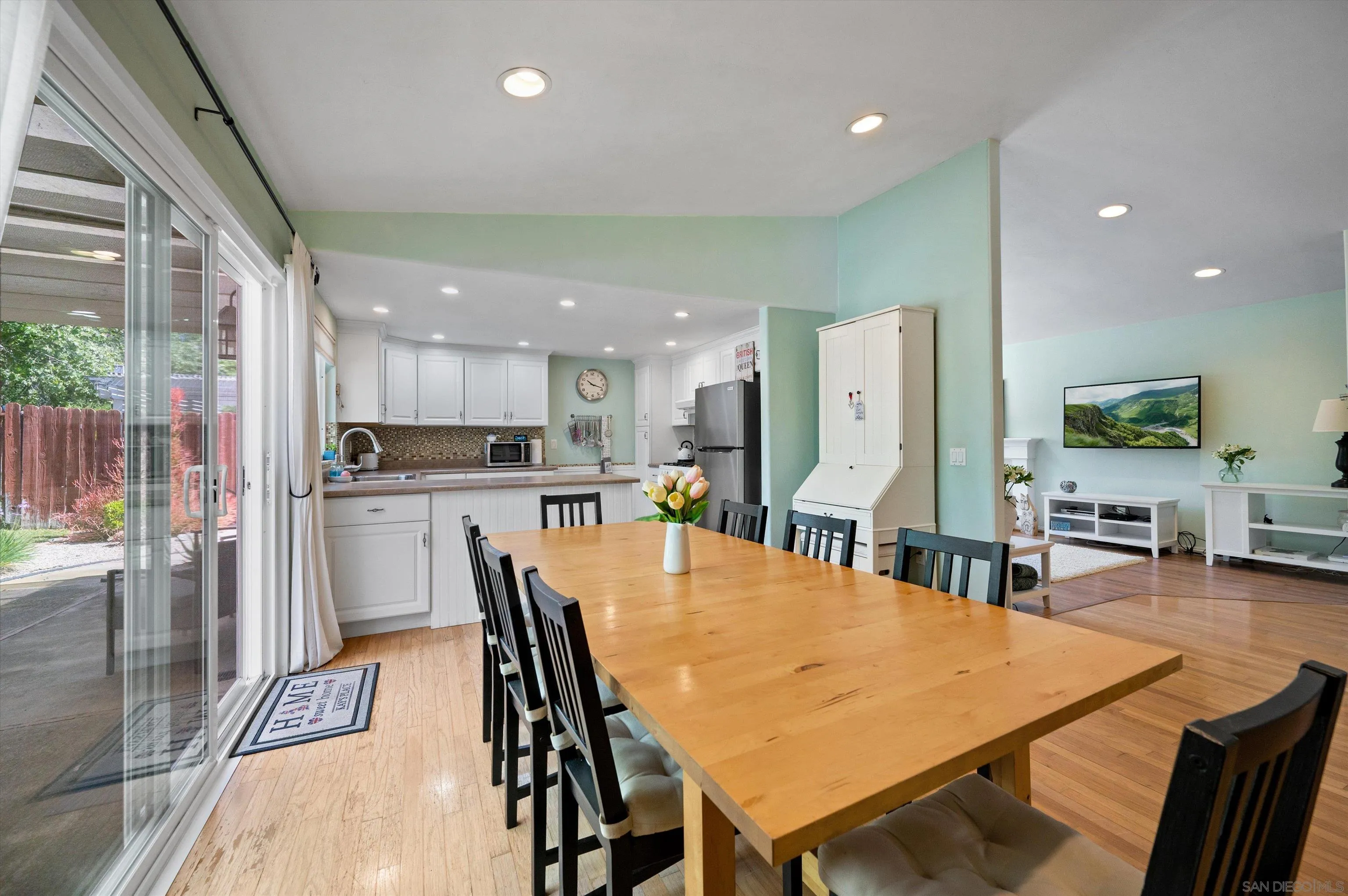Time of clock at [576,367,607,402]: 10:18
